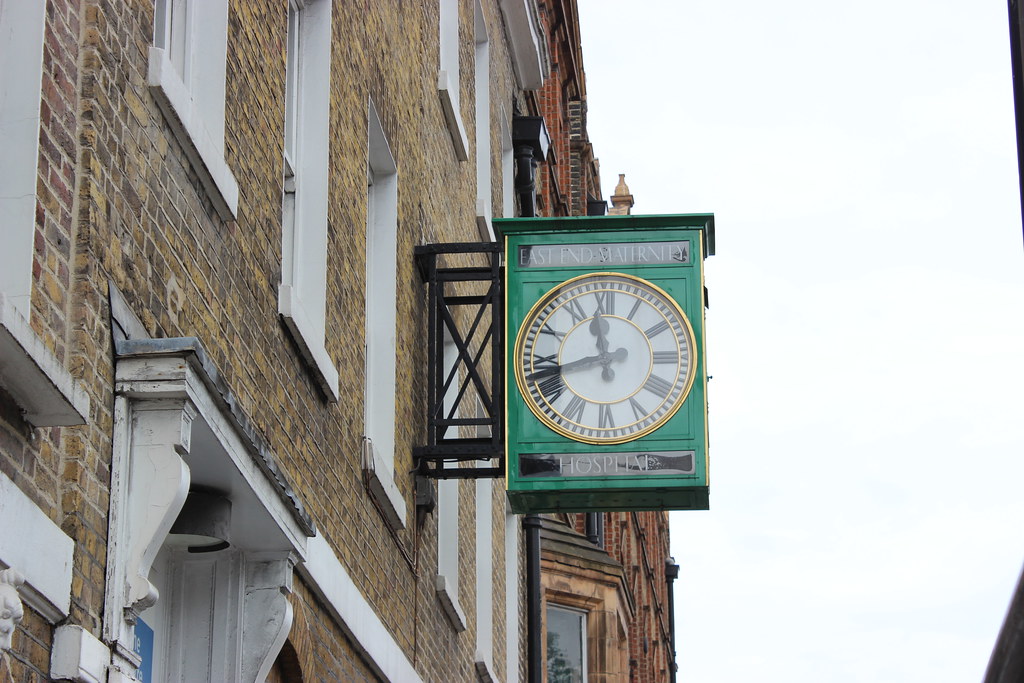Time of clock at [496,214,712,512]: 11:42
